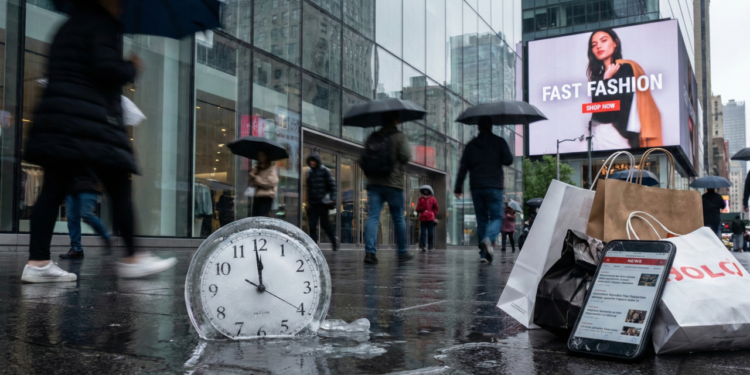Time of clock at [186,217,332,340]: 11:59
